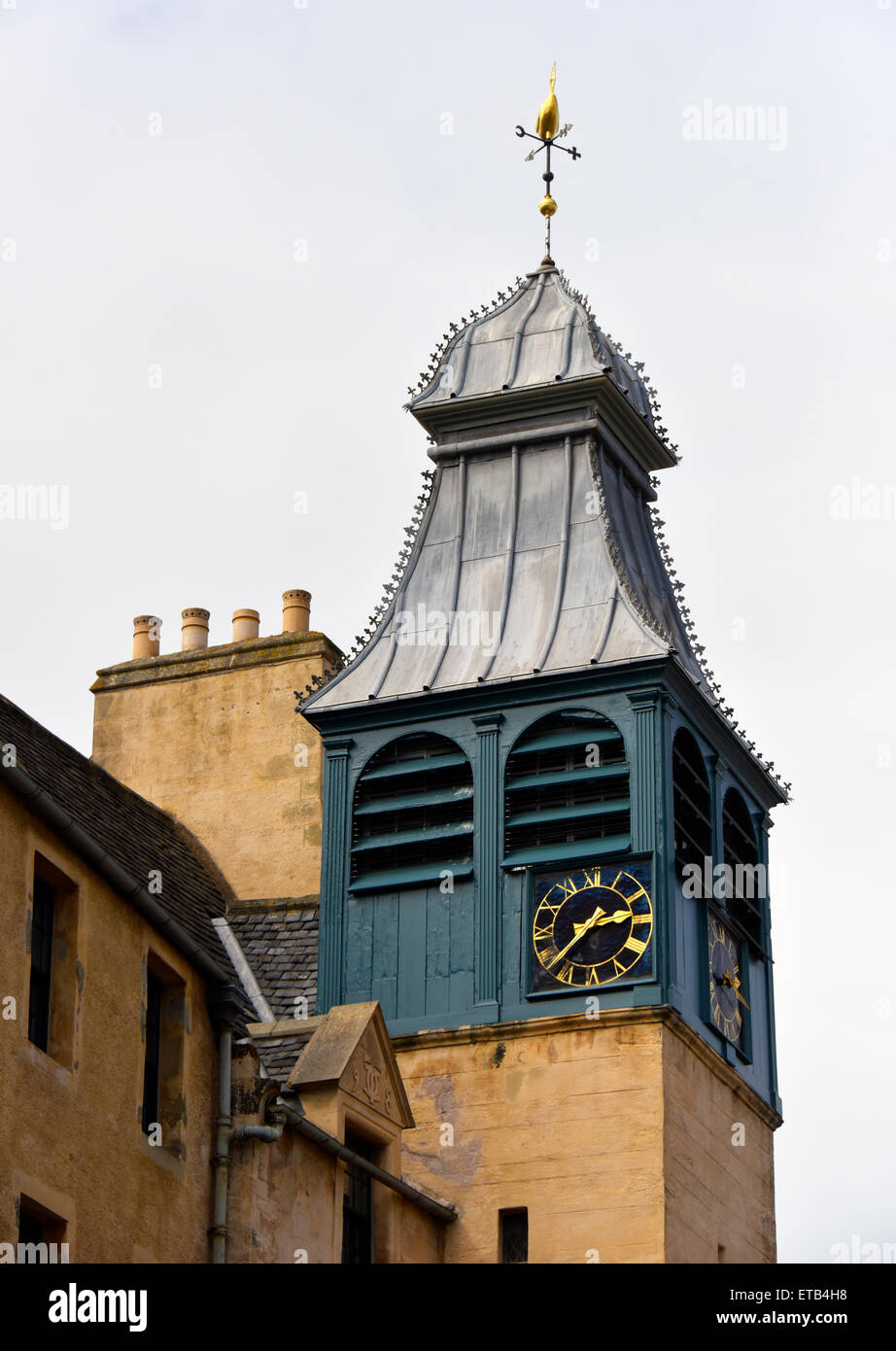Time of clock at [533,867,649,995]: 2:38
